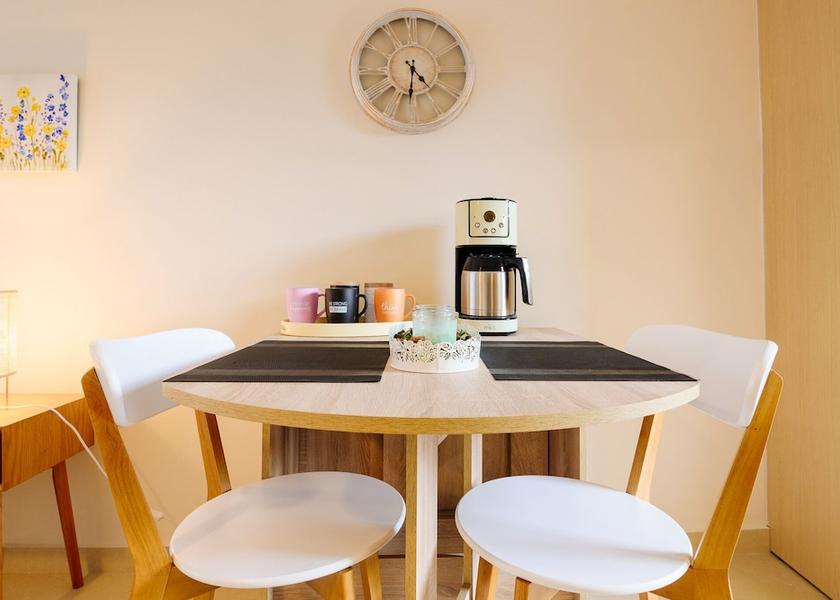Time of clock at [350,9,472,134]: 4:31
